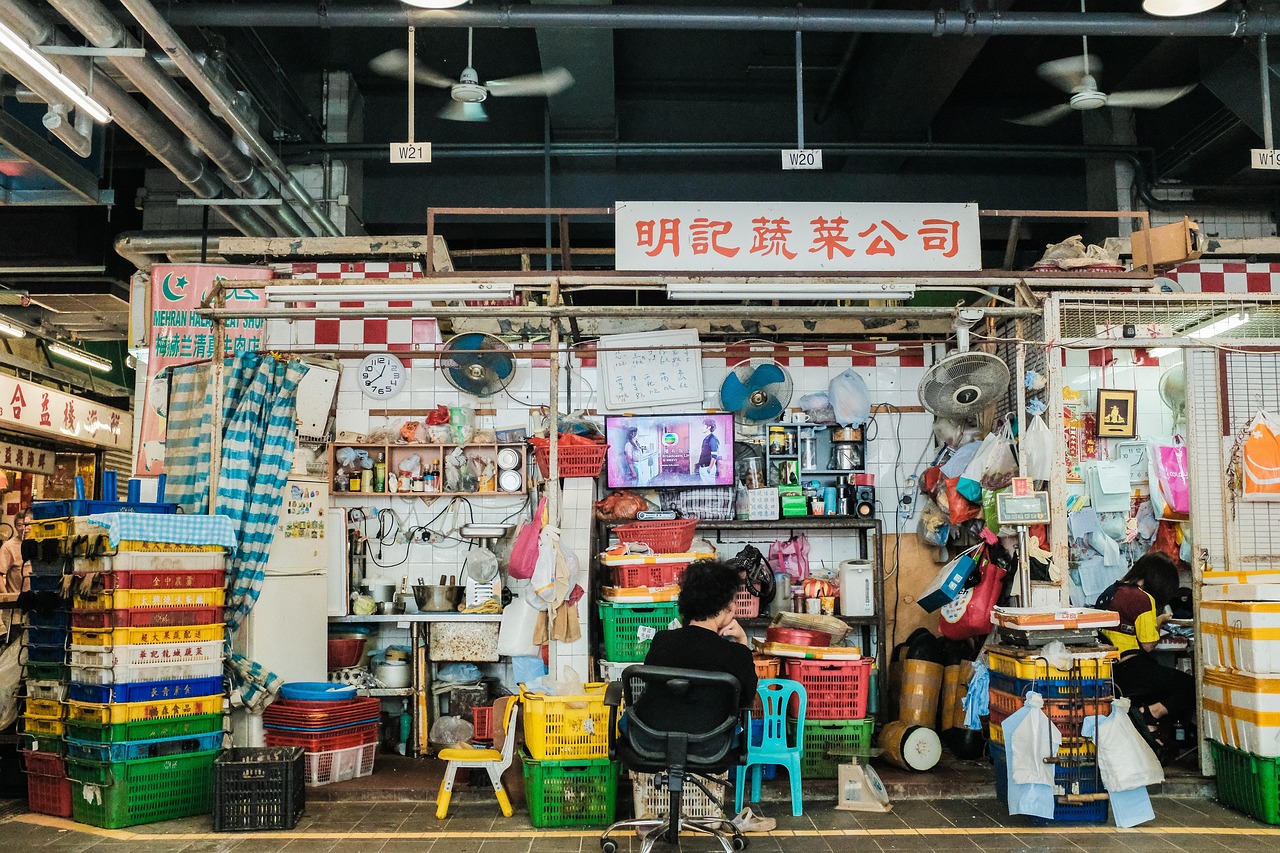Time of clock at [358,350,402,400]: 12:39
